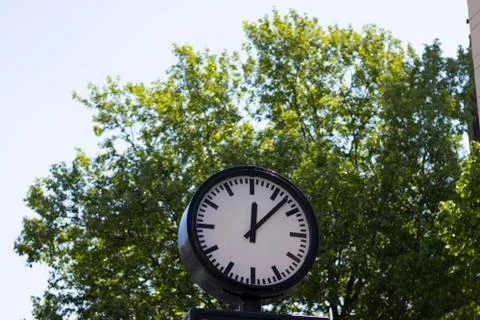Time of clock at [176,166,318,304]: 12:07
